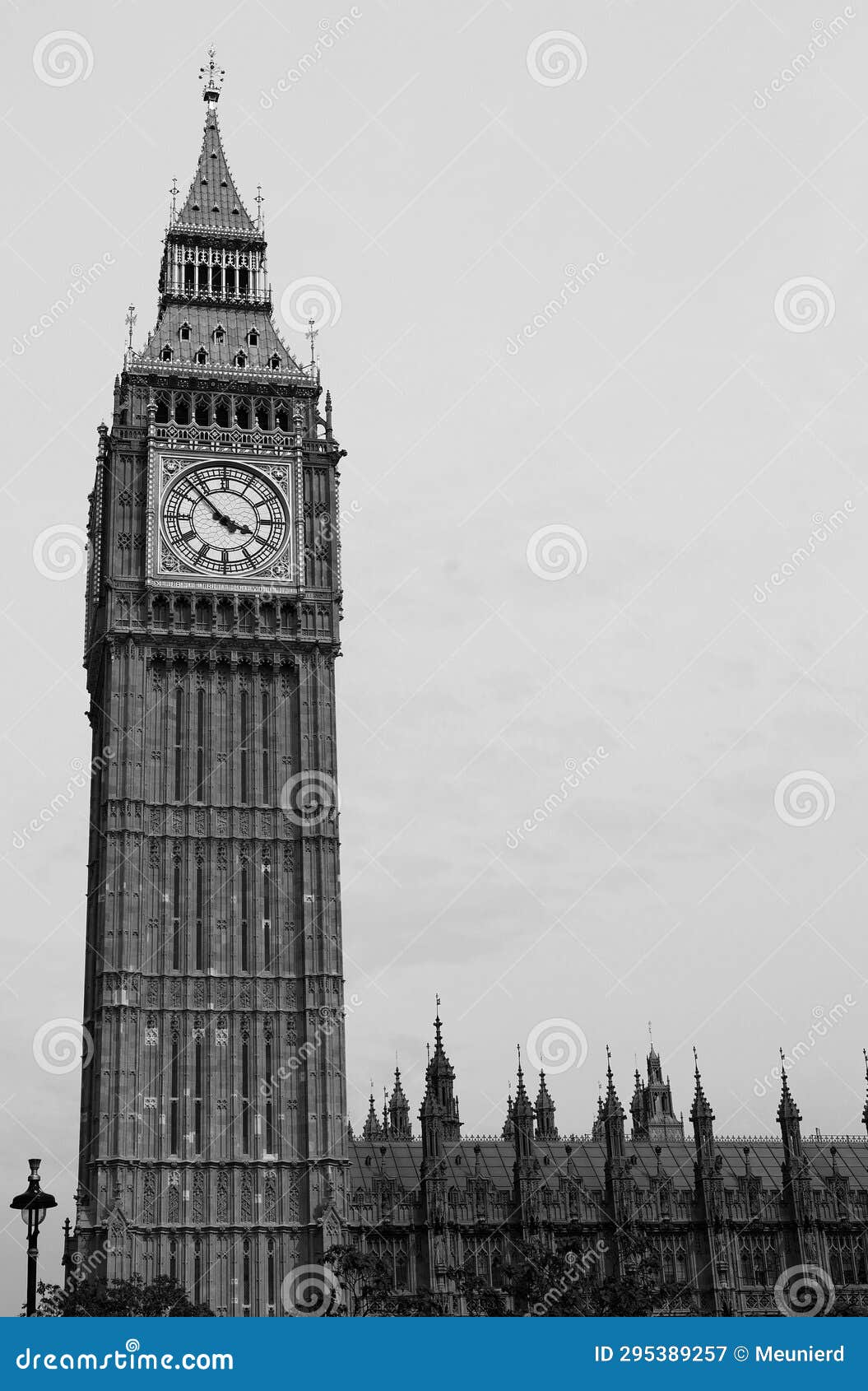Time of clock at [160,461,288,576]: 3:52
